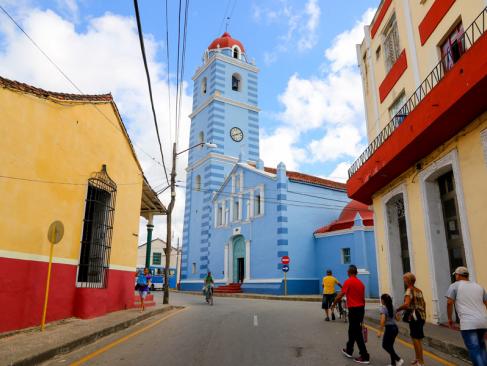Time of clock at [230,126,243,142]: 8:11
